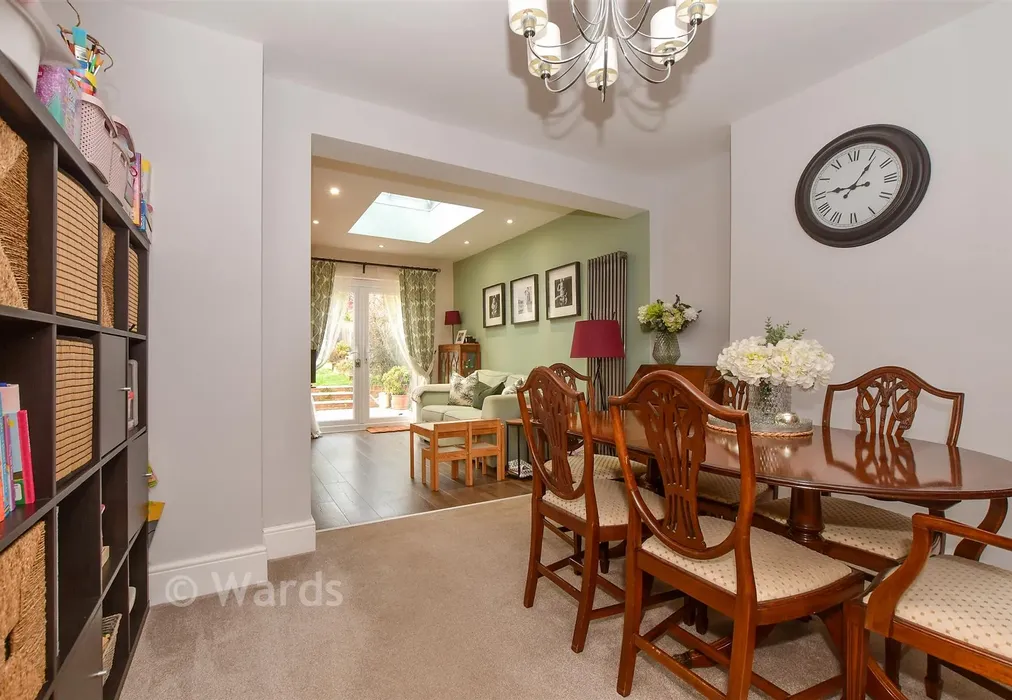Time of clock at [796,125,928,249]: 9:05
